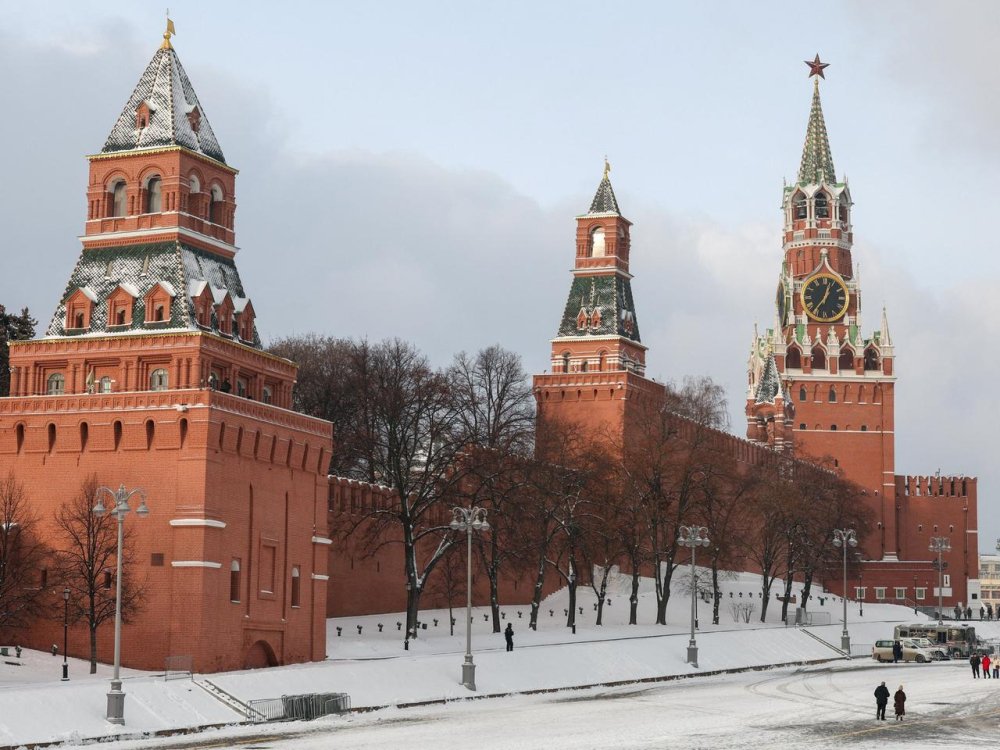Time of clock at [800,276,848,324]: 12:36
